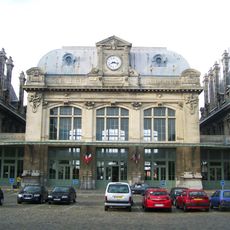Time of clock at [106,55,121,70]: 8:17
